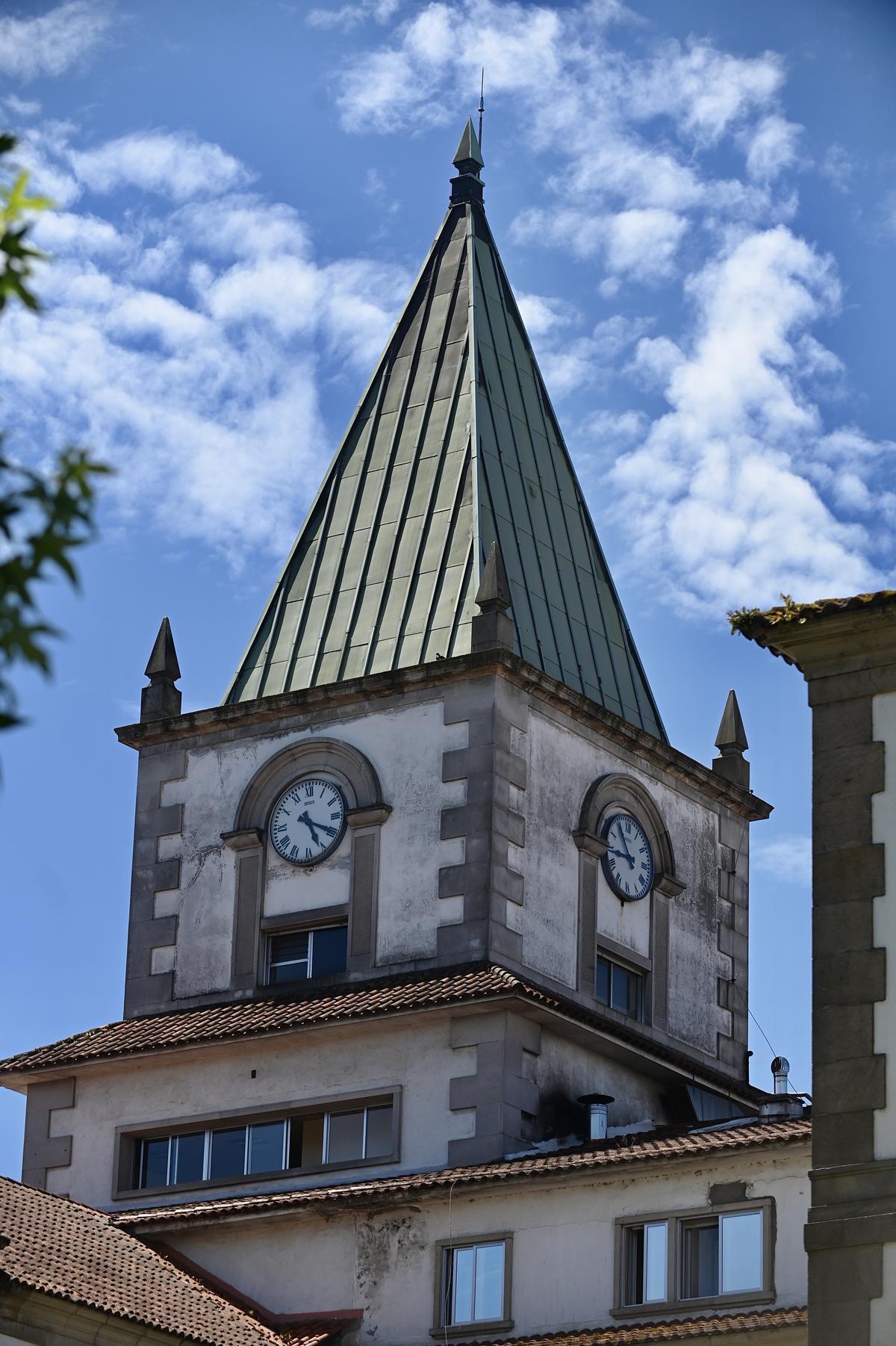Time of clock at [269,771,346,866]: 5:19
